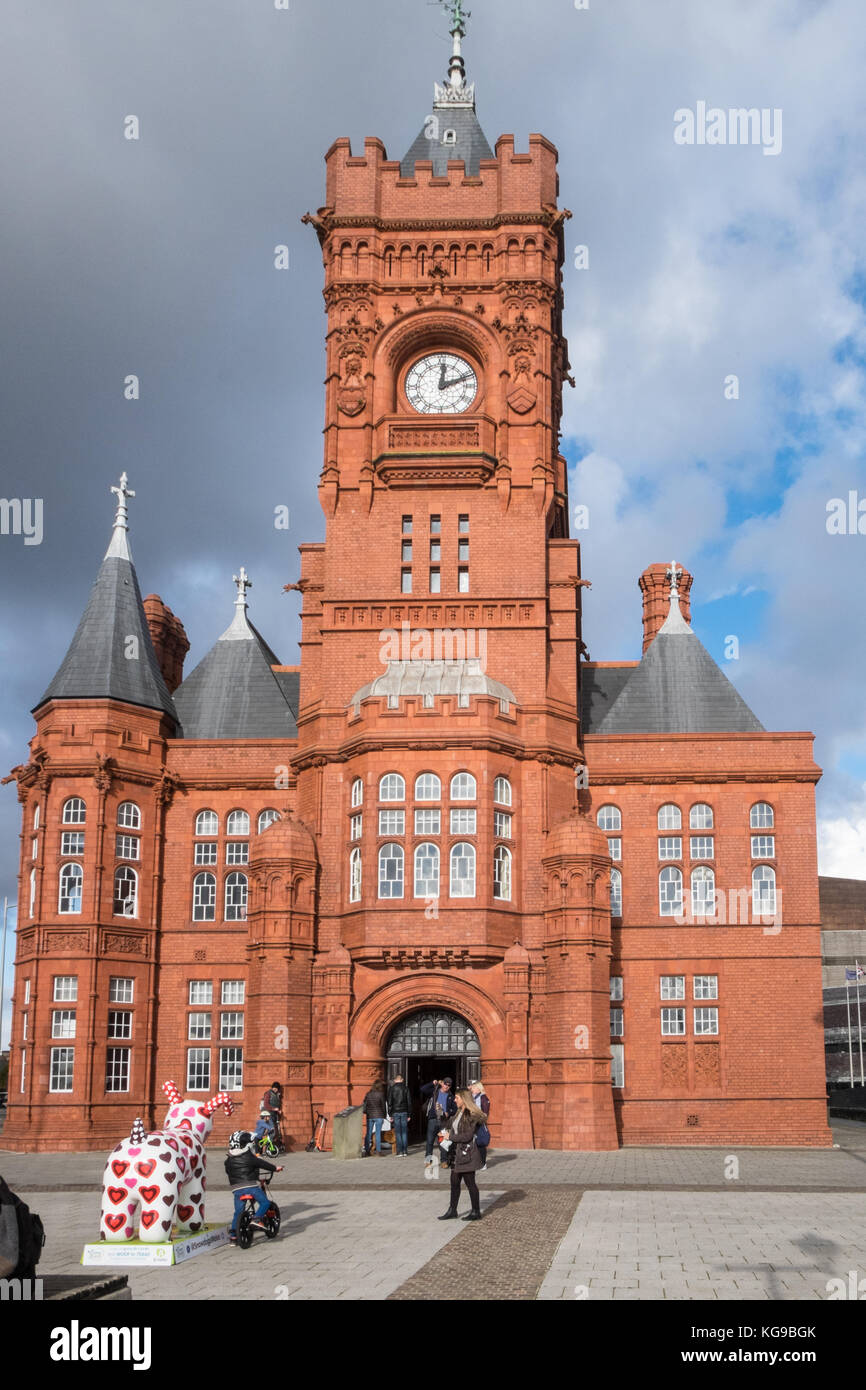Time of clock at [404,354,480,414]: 12:11
